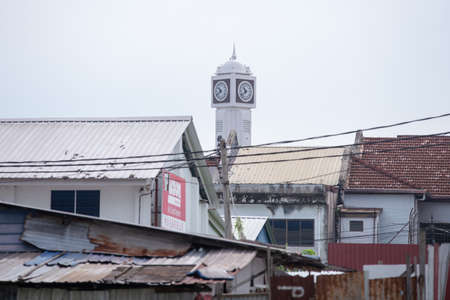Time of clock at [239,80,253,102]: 10:38
